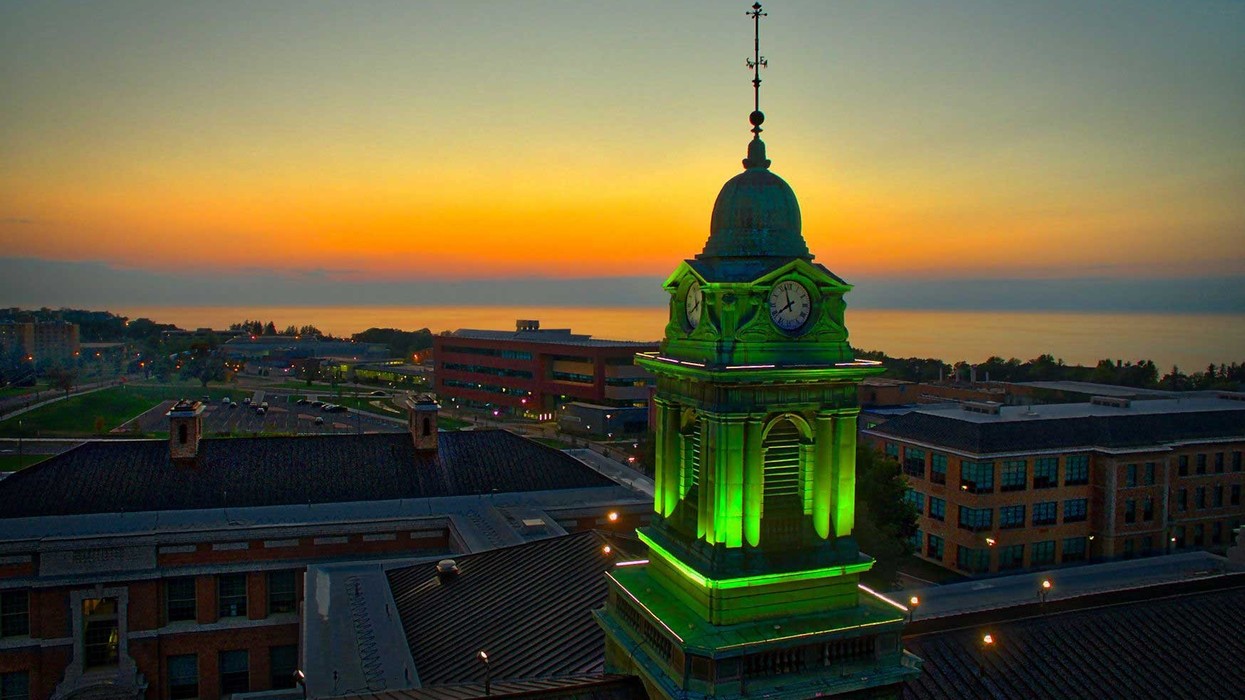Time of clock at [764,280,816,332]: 7:57
